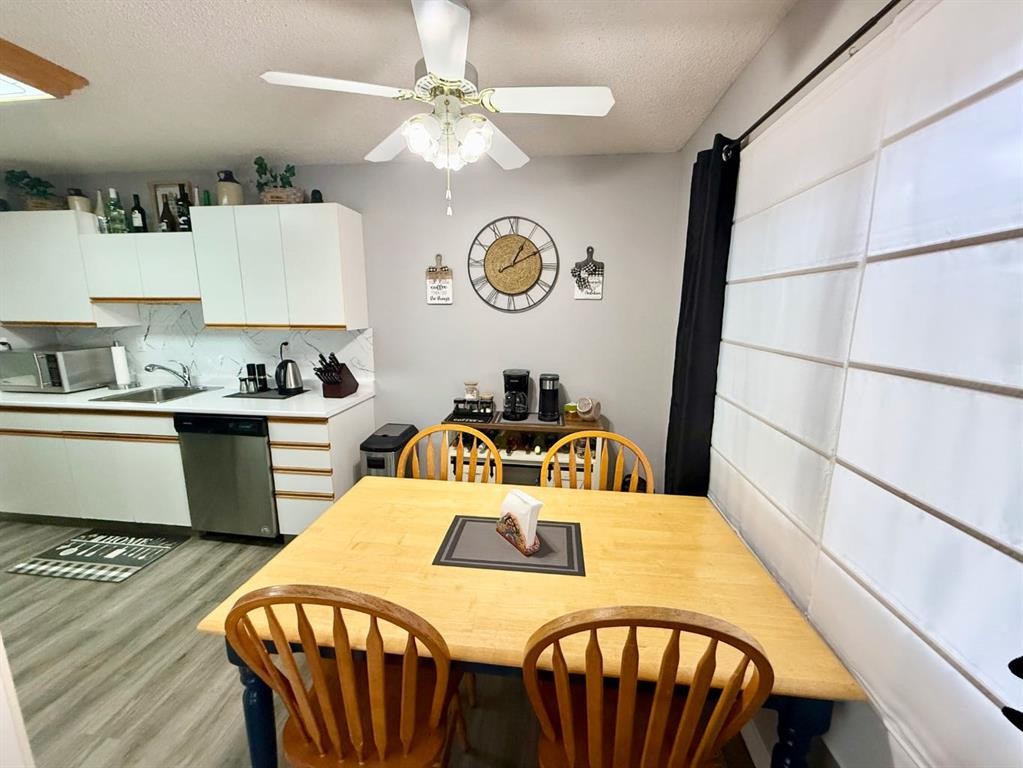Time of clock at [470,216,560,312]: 1:10
